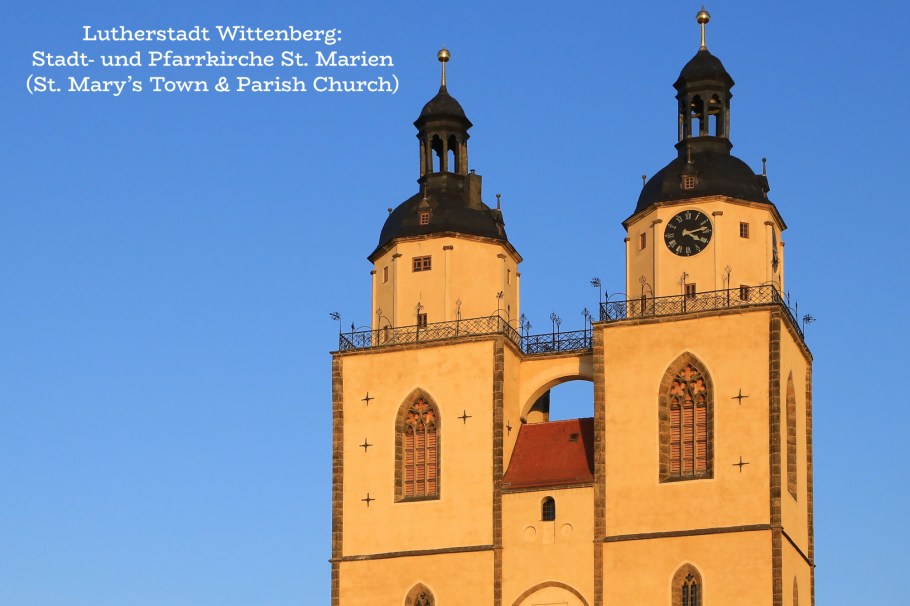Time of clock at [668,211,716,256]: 4:13
